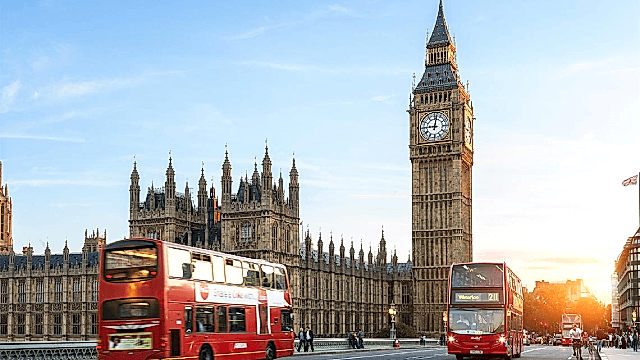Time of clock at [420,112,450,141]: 9:01
